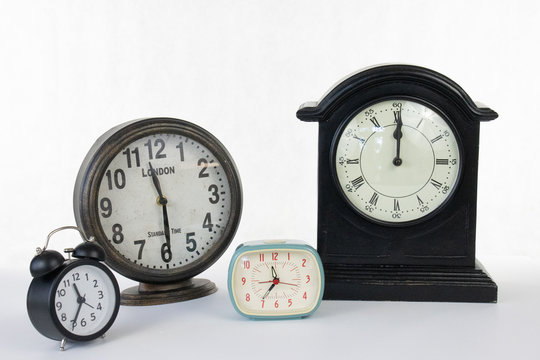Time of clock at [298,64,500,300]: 12:00
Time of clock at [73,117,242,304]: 11:29
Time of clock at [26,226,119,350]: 11:35
